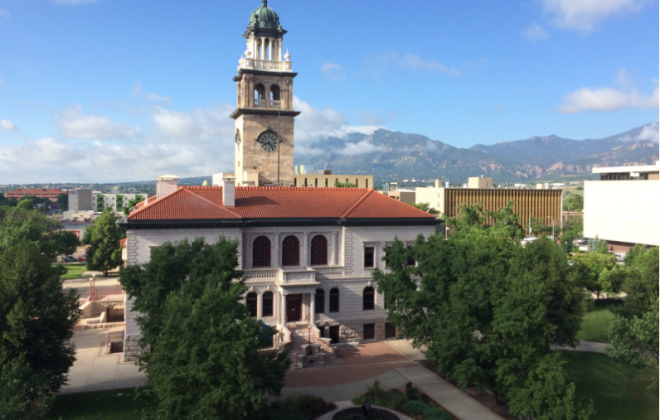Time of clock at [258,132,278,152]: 8:24
